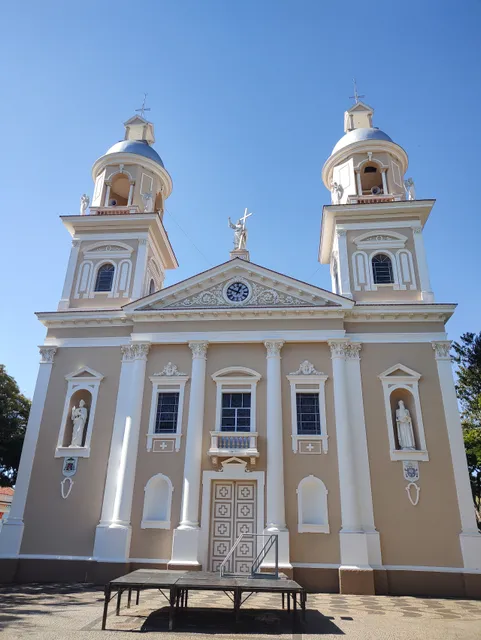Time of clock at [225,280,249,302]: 12:48
